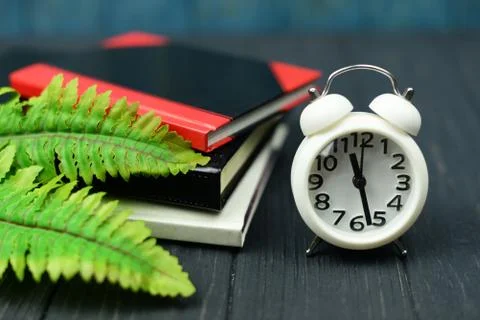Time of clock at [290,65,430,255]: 11:27
